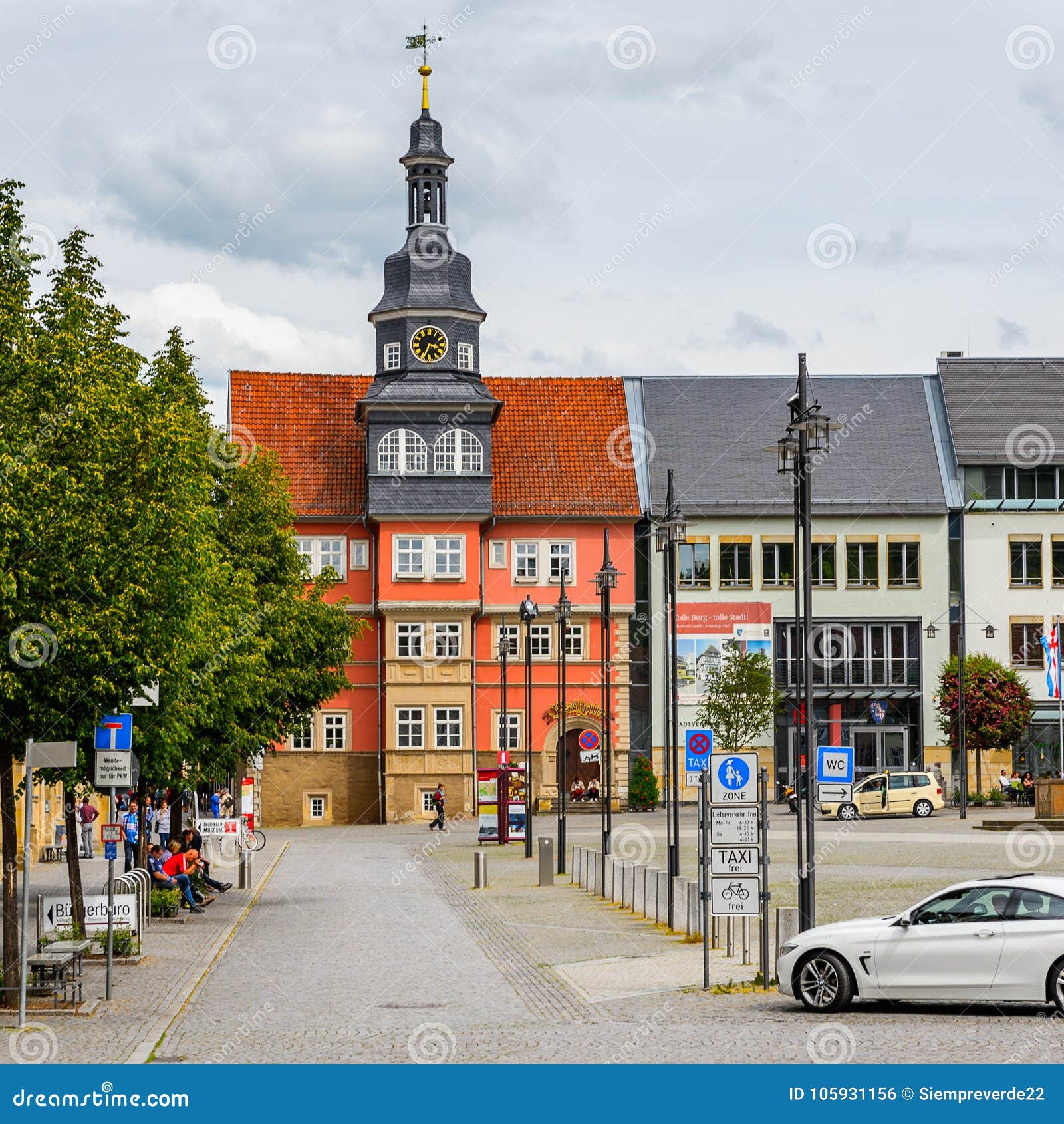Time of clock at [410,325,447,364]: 3:34
